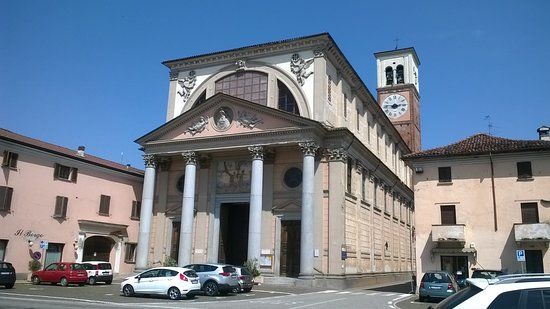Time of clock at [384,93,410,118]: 2:46
